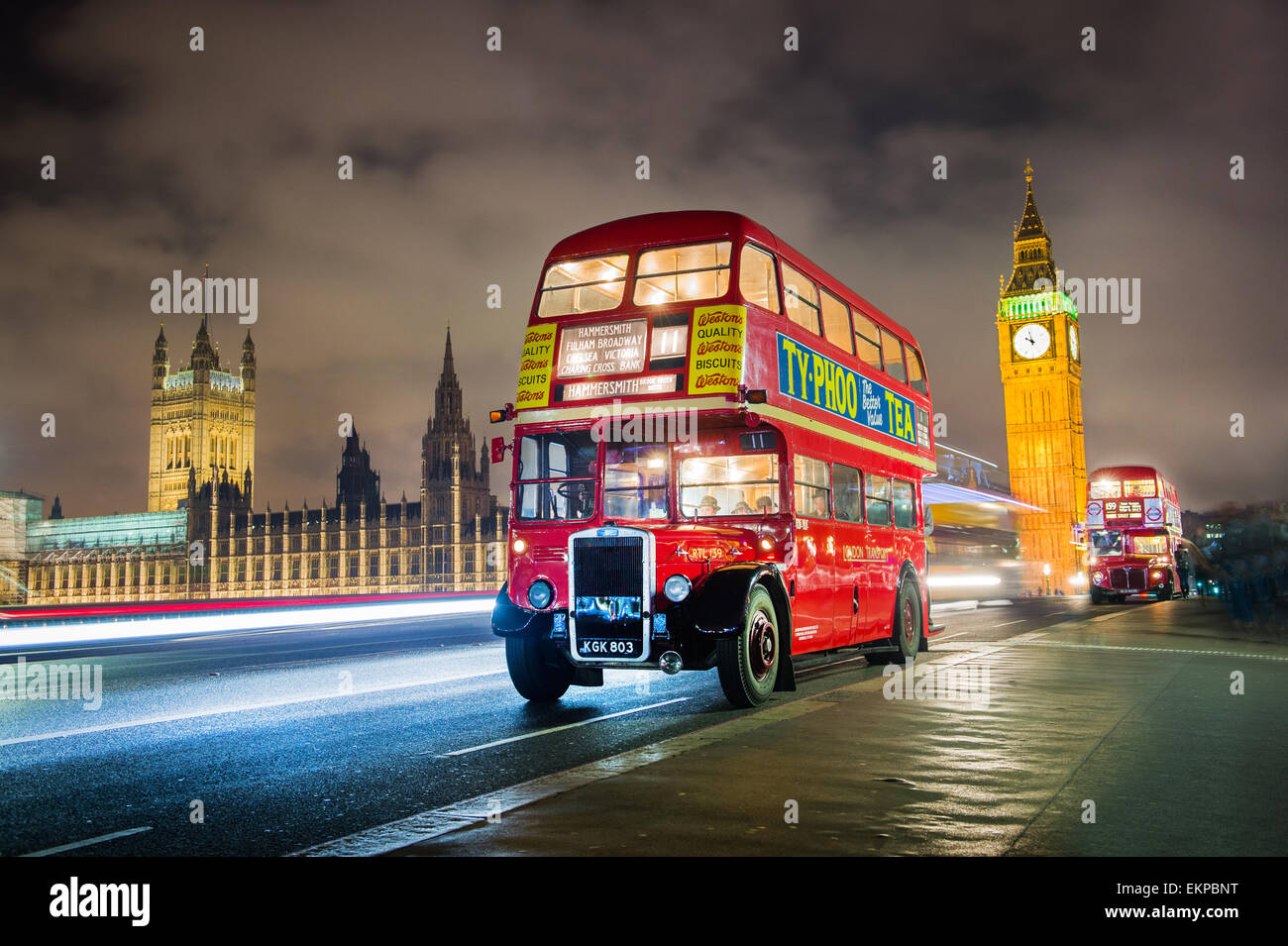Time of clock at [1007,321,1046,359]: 9:58
